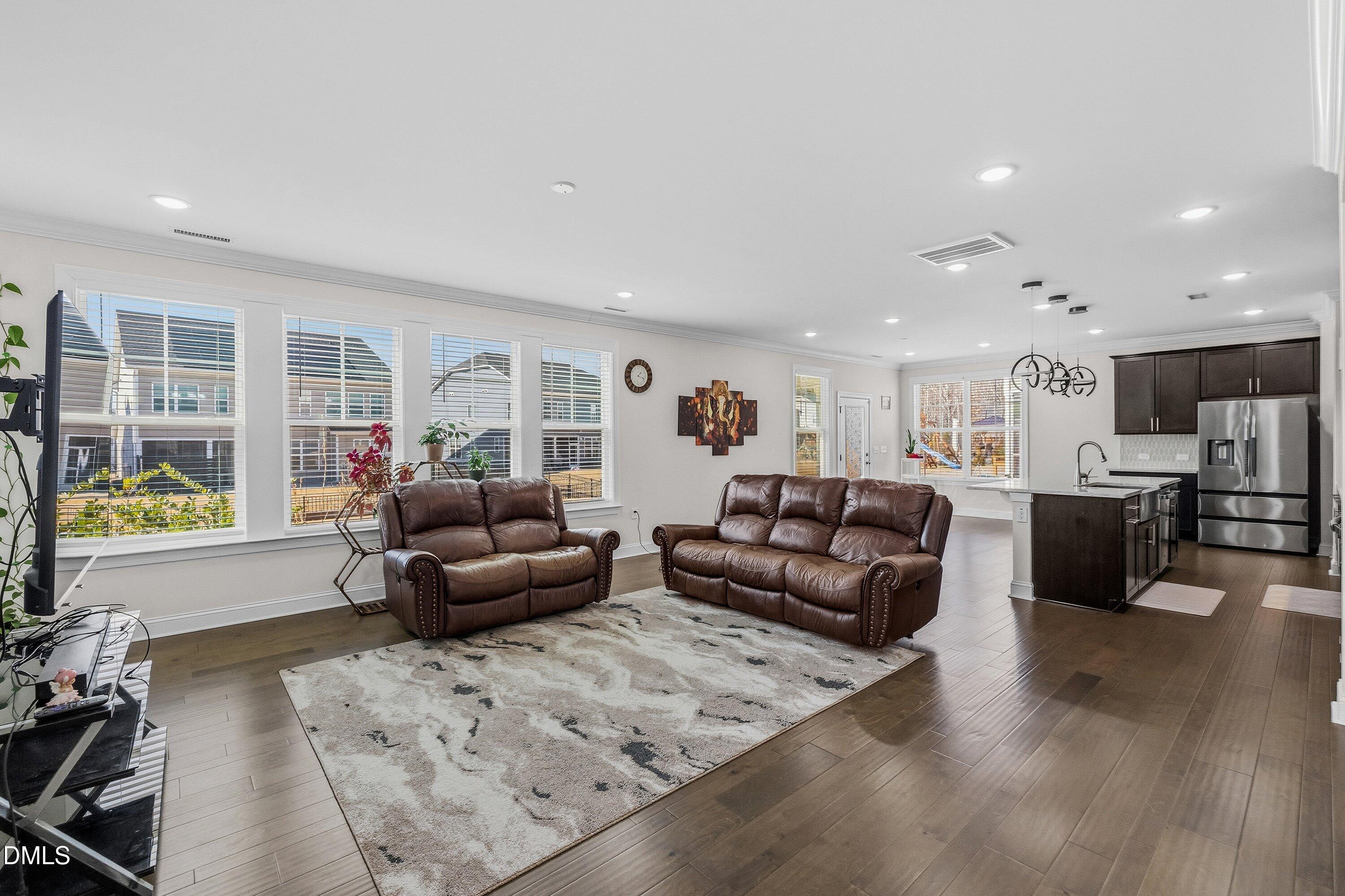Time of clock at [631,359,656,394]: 1:18
